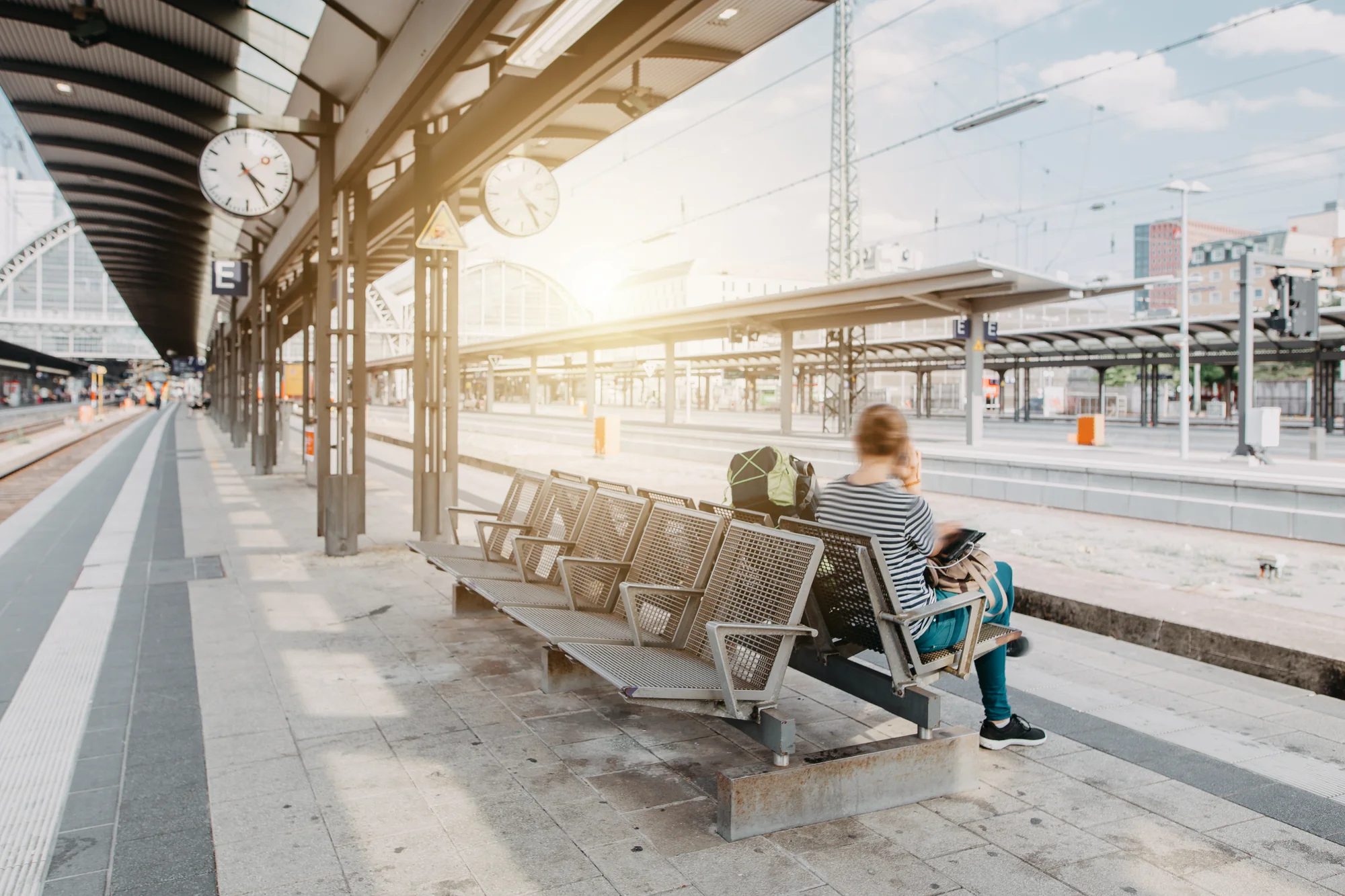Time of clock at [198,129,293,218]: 4:24
